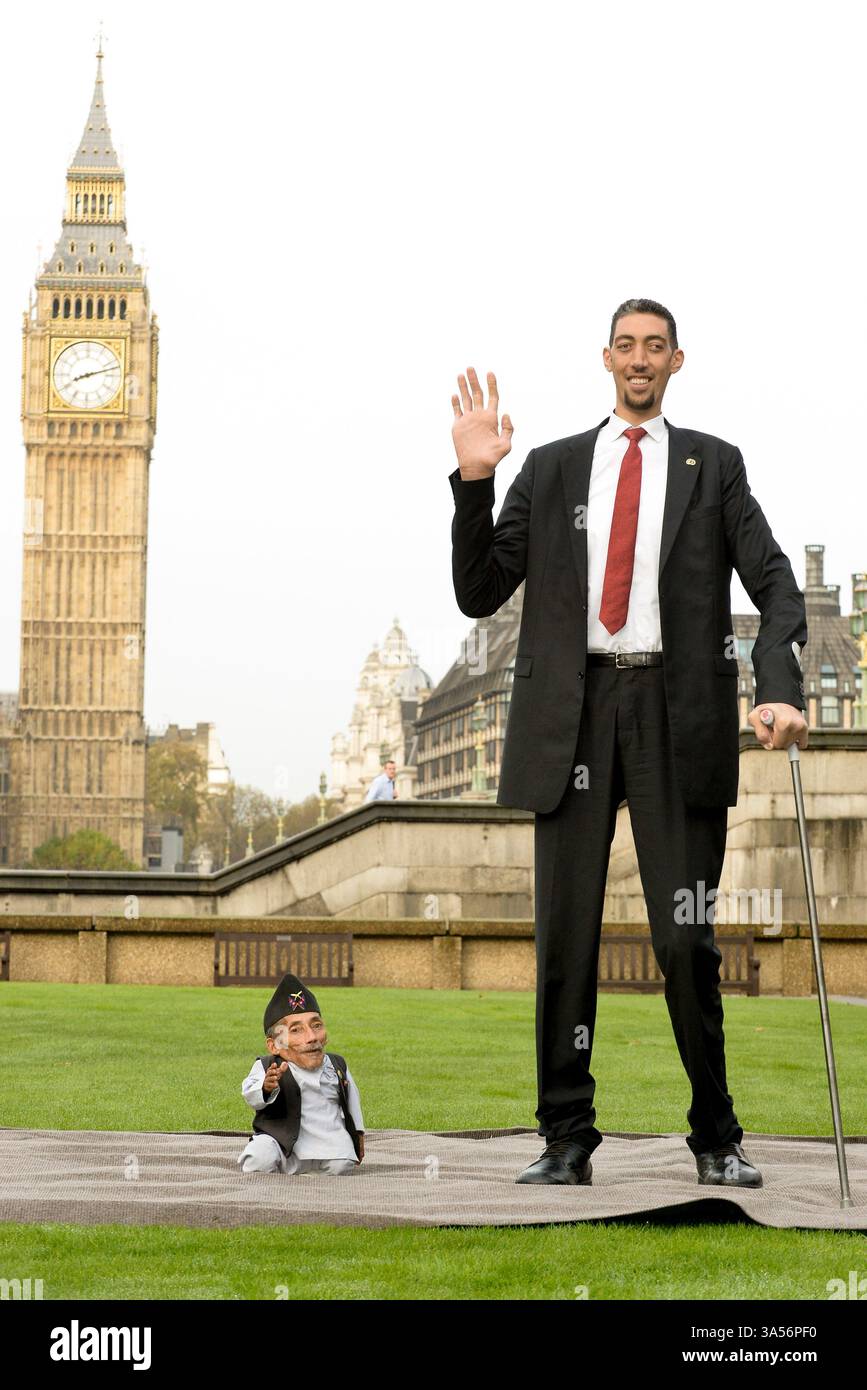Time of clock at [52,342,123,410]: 8:12
